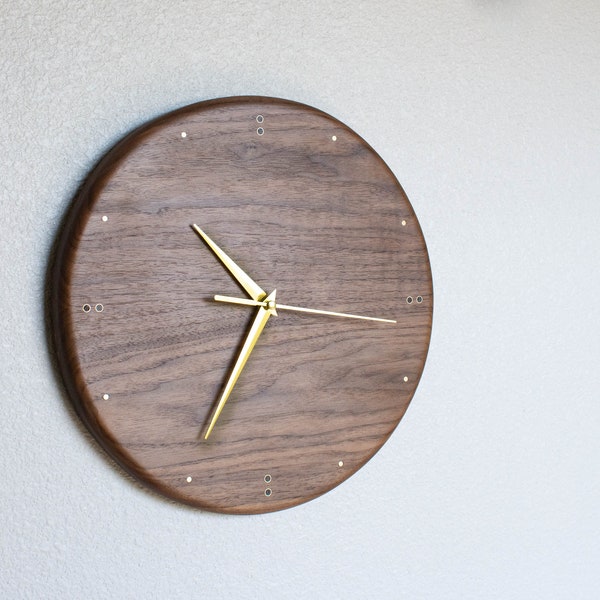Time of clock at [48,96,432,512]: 10:34
